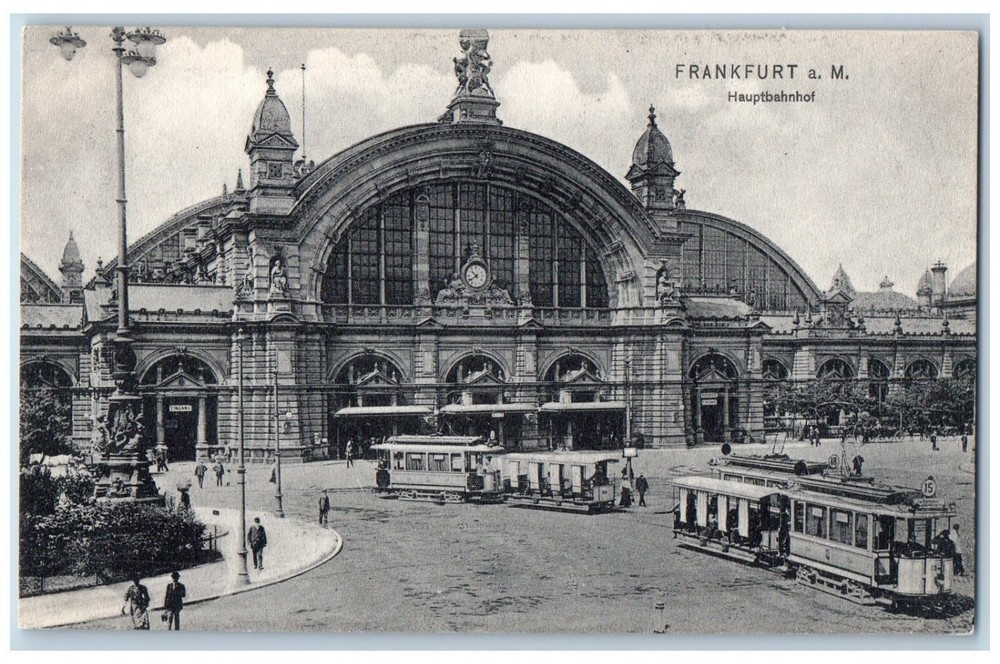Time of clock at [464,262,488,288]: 10:39
